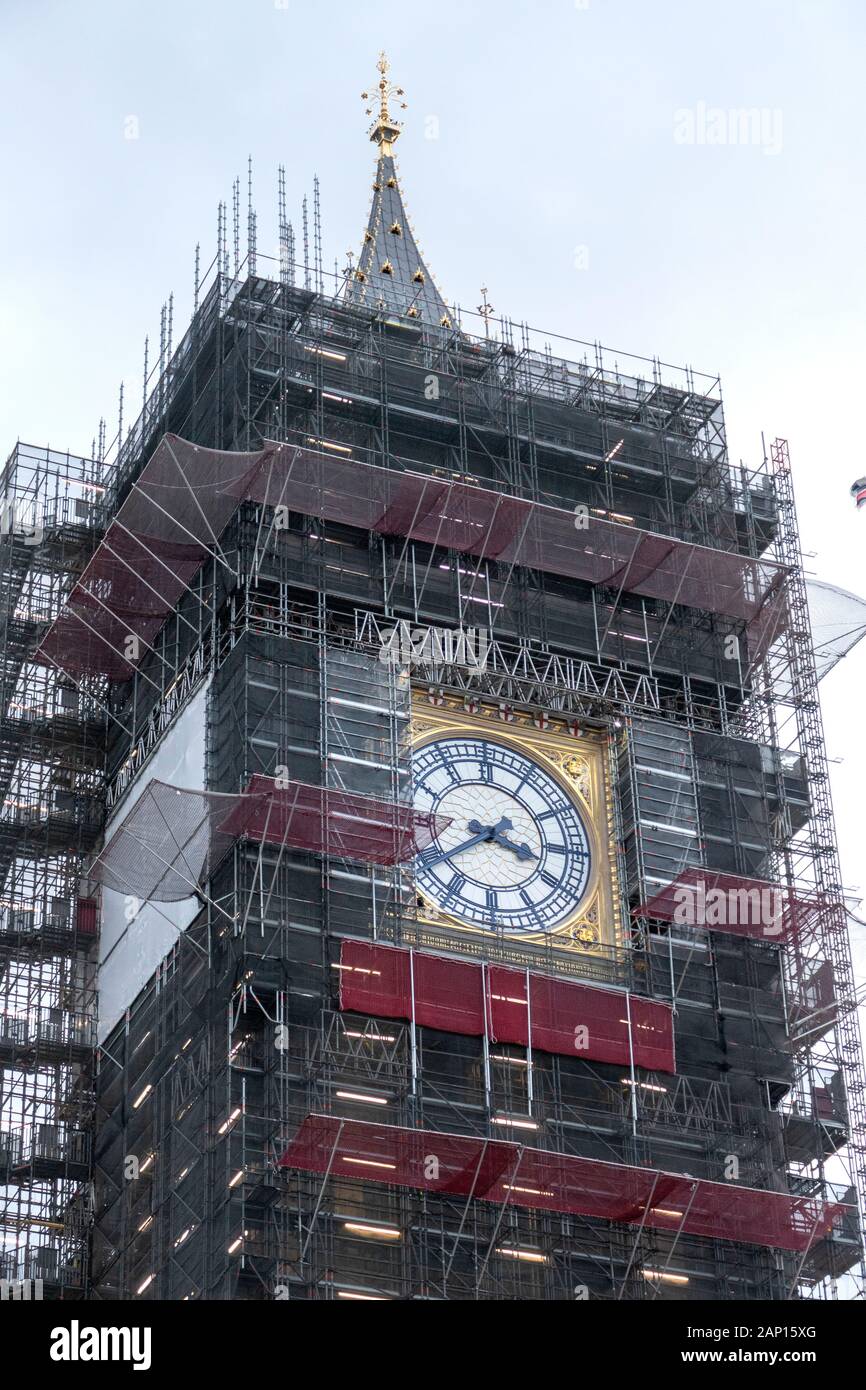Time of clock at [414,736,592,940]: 3:39
